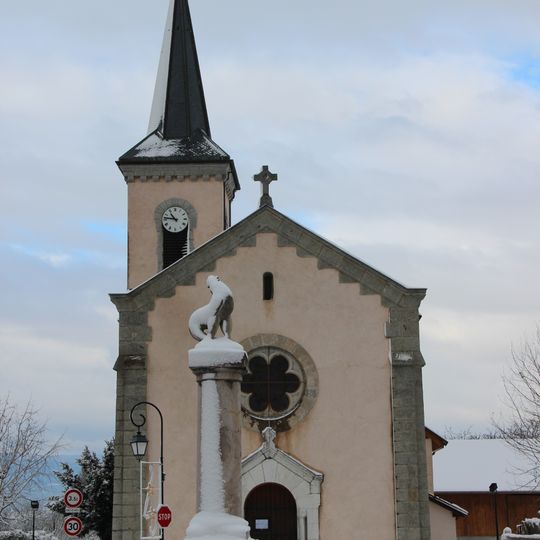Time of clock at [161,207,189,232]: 10:46
